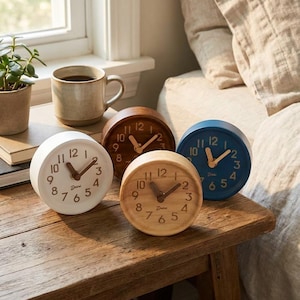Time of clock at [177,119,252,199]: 11:08
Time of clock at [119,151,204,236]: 11:08
